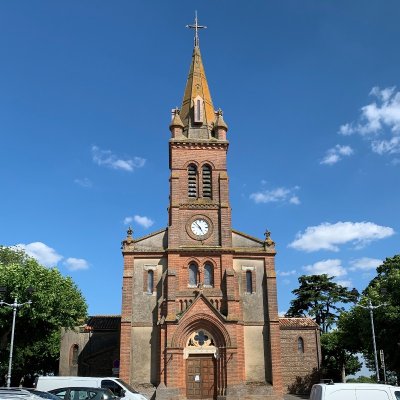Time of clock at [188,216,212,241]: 4:52
